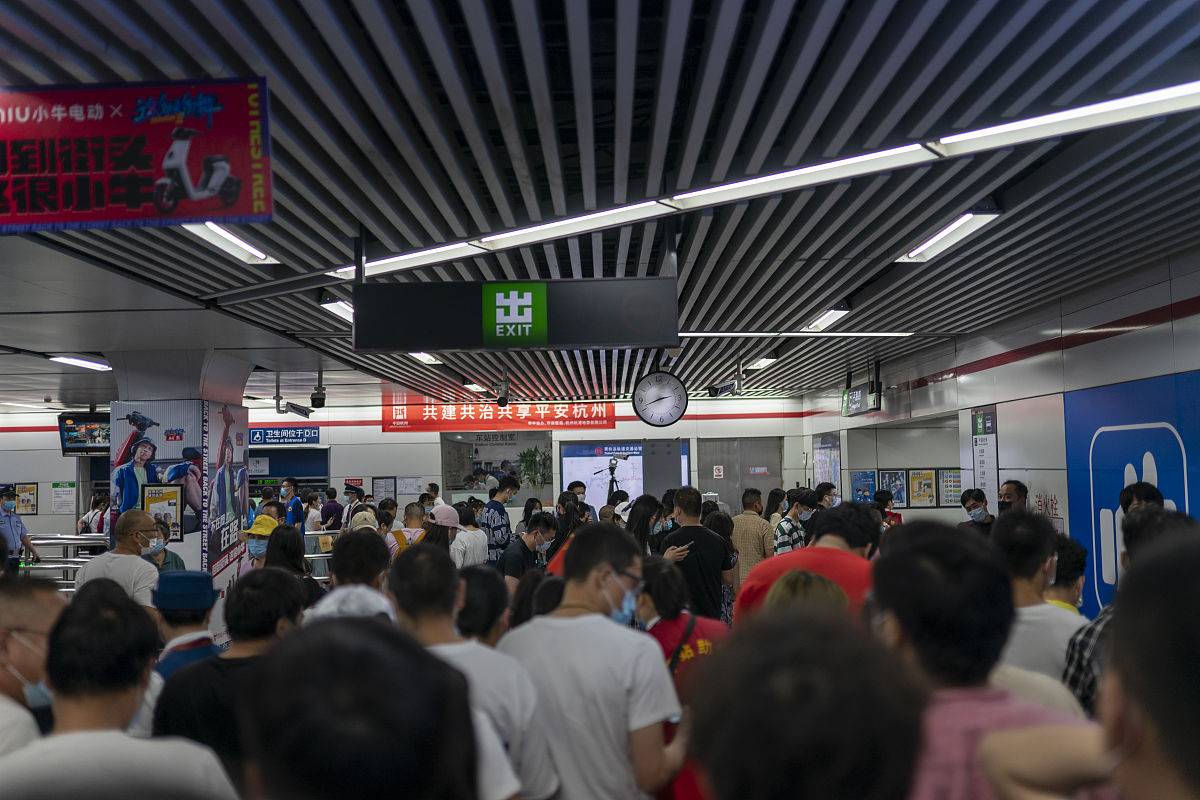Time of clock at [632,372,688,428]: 2:41
